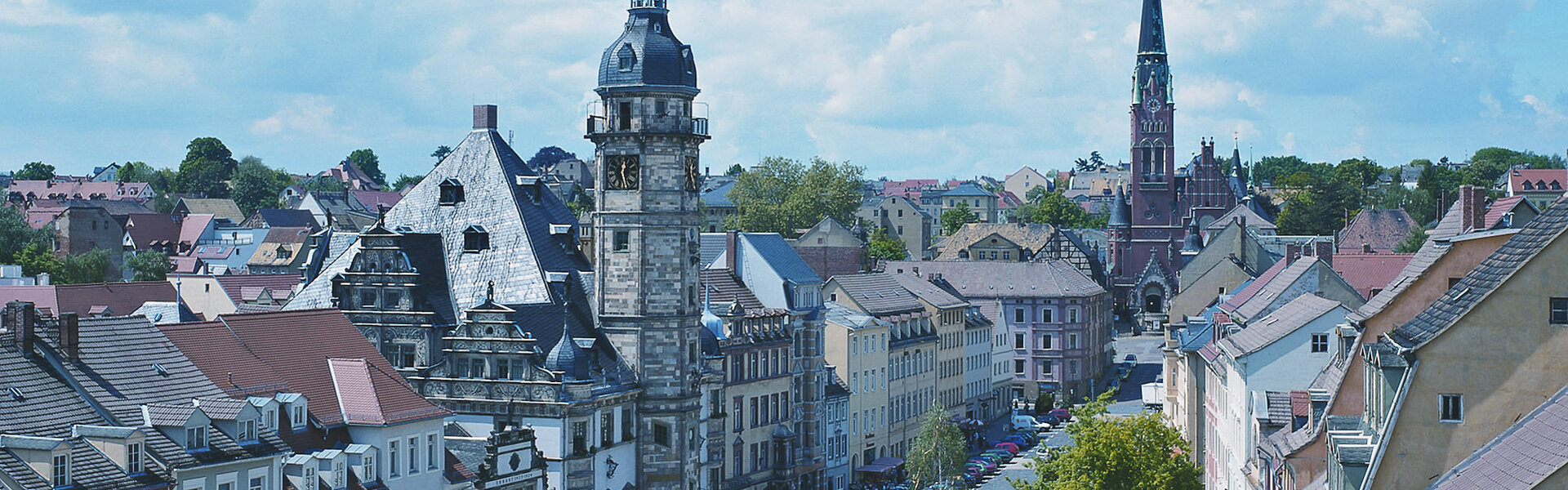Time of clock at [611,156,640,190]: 12:26
